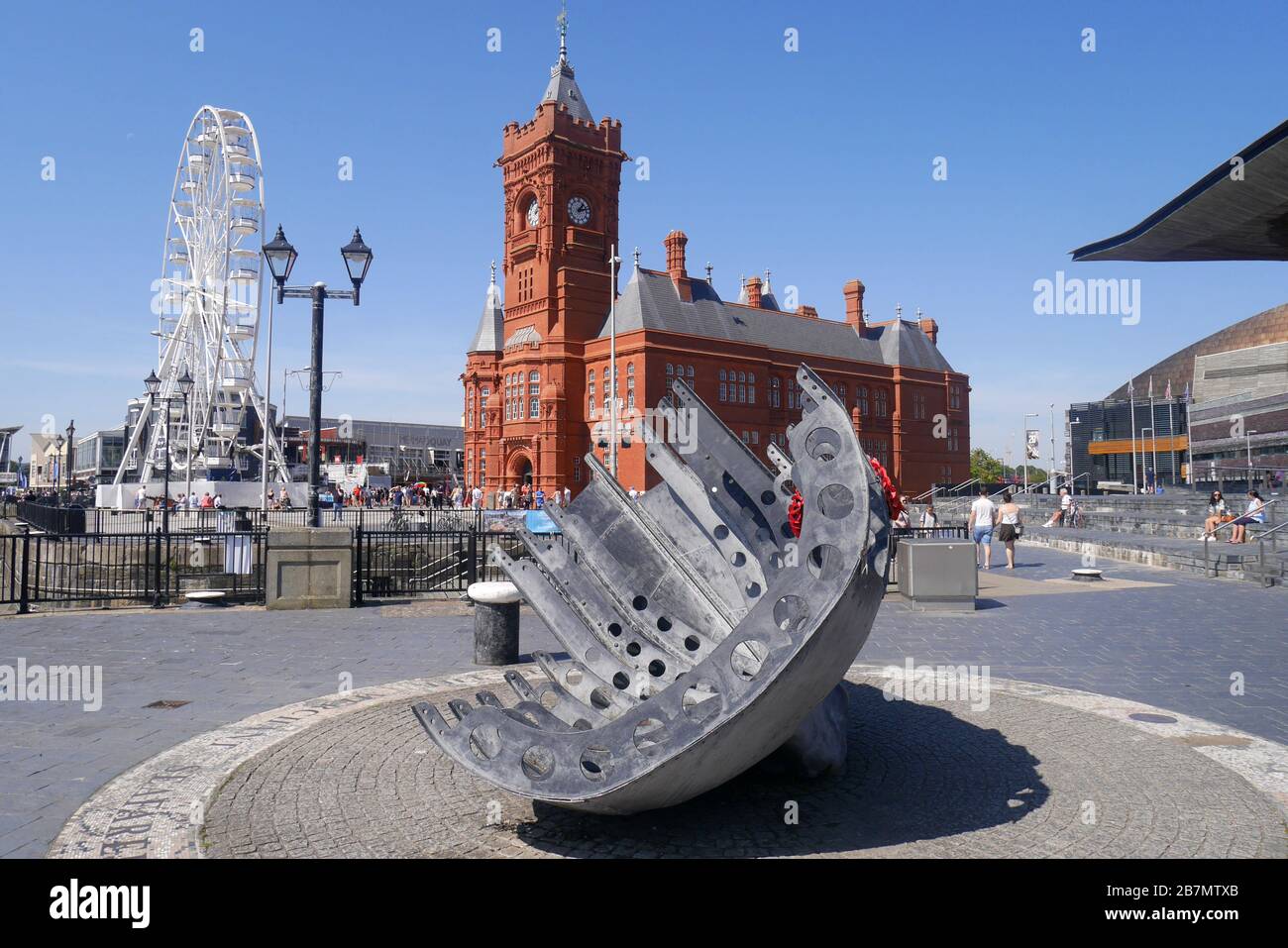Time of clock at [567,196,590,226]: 1:12
